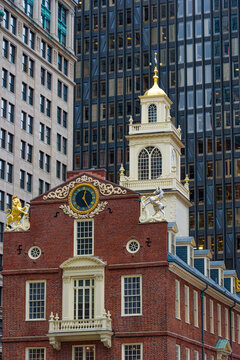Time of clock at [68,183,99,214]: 12:24
